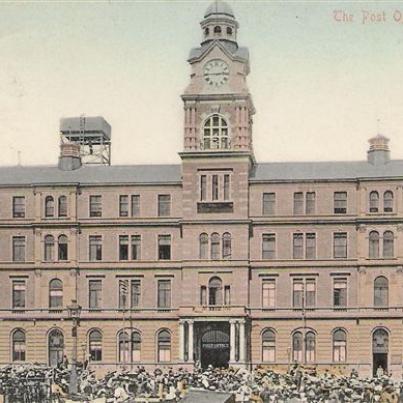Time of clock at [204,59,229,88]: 2:45
